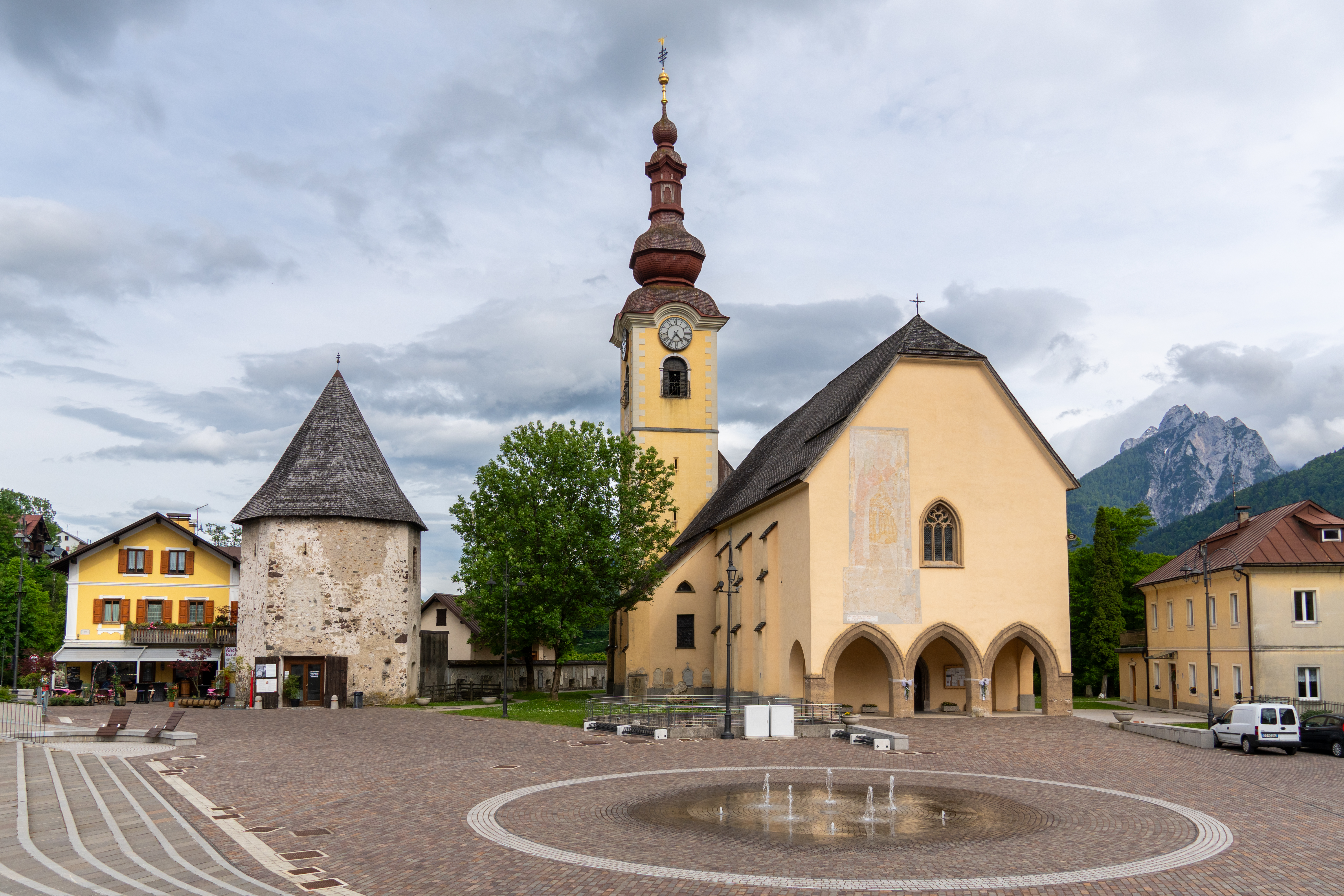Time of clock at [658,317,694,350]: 4:35
